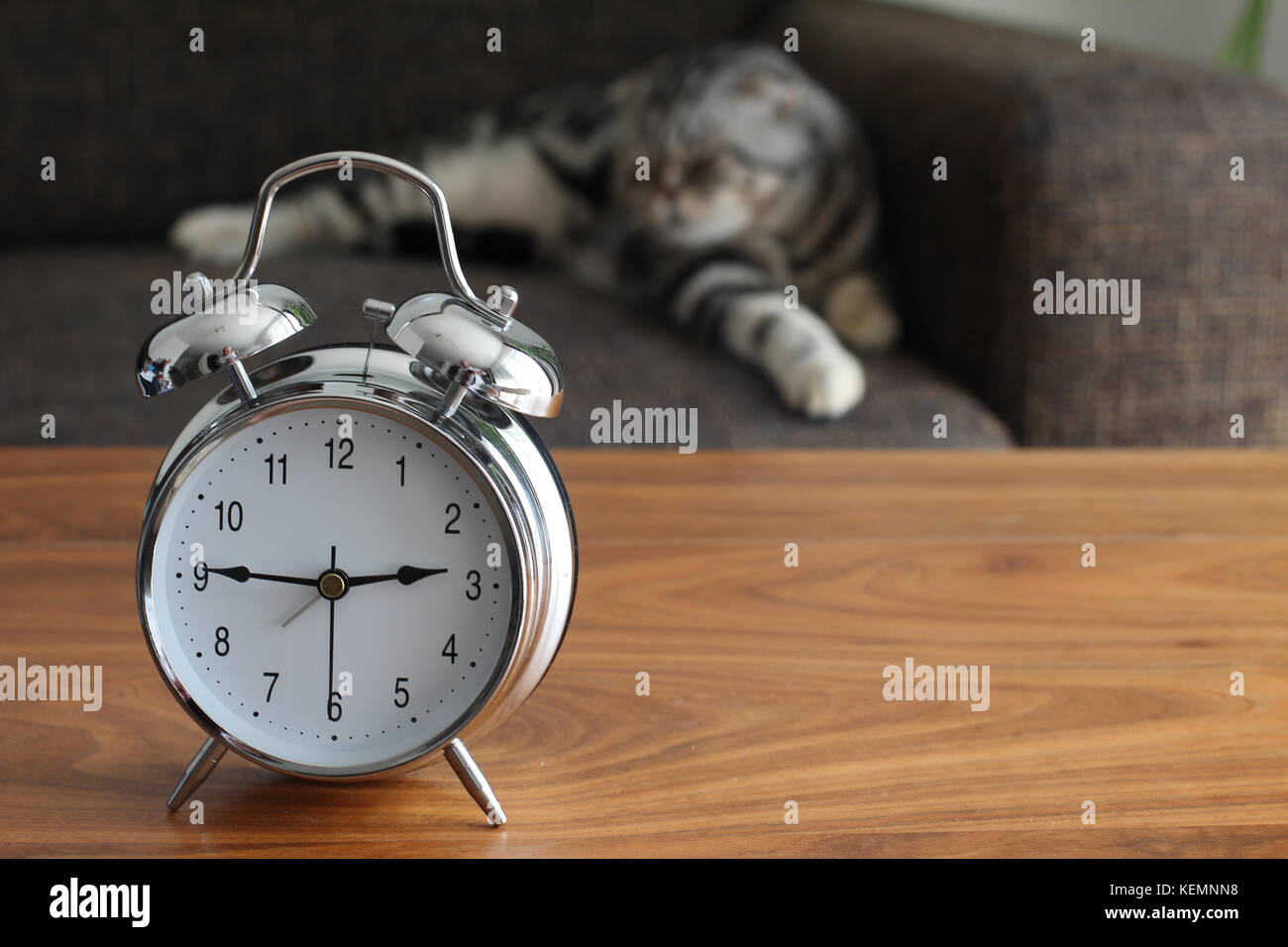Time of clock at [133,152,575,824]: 2:45
